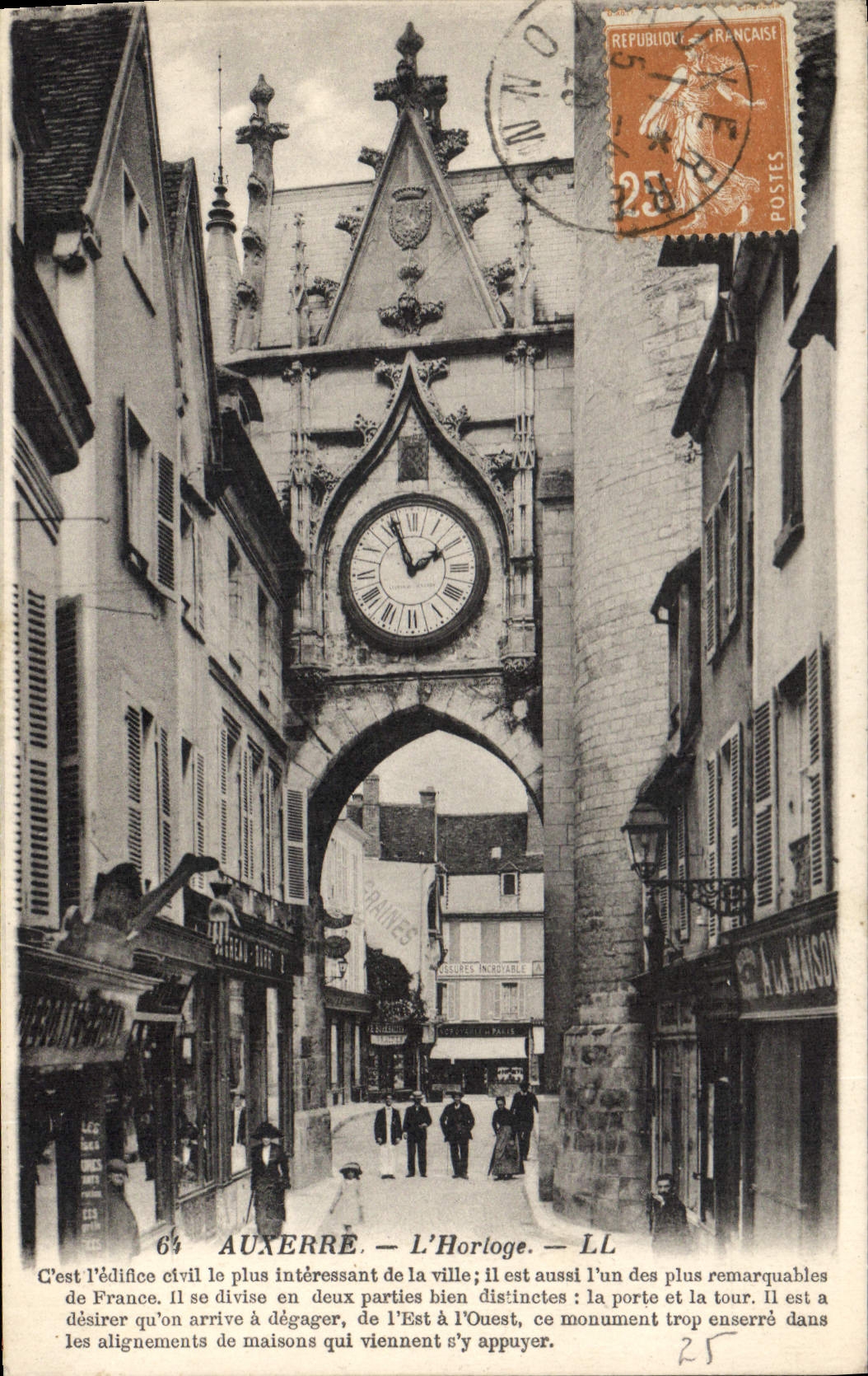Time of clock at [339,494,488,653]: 1:56
